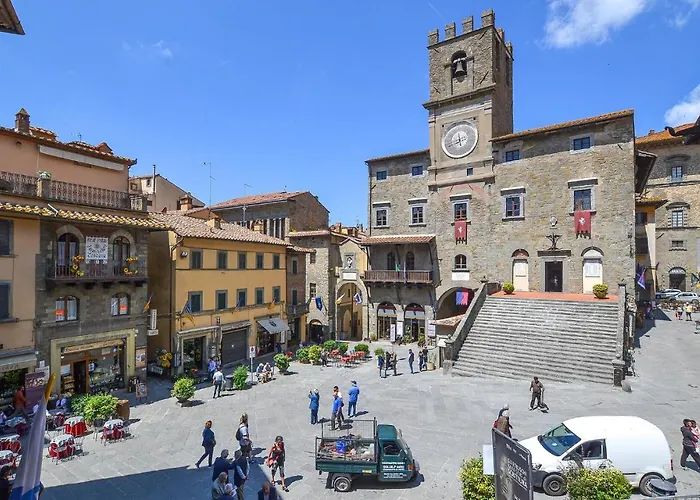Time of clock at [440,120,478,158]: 11:41
